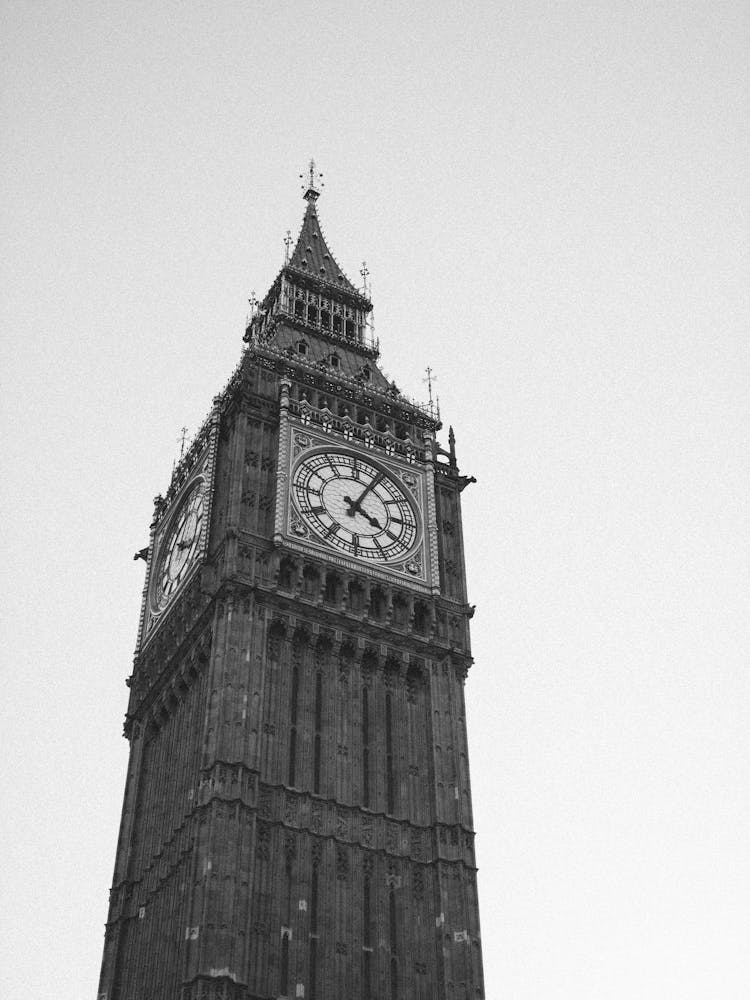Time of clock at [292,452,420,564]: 4:04
